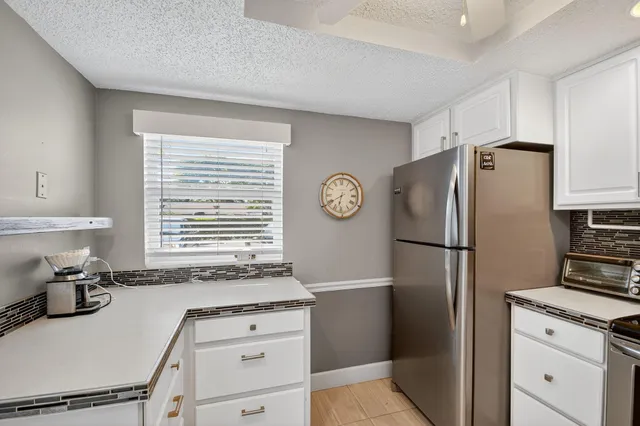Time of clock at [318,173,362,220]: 6:40
